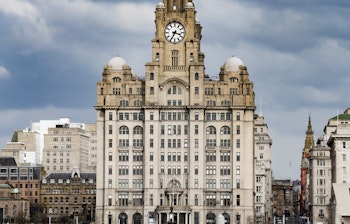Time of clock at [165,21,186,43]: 3:34
